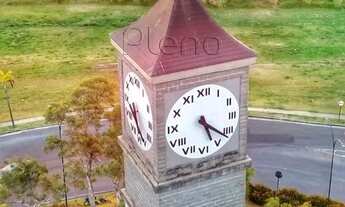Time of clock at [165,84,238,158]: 5:21
